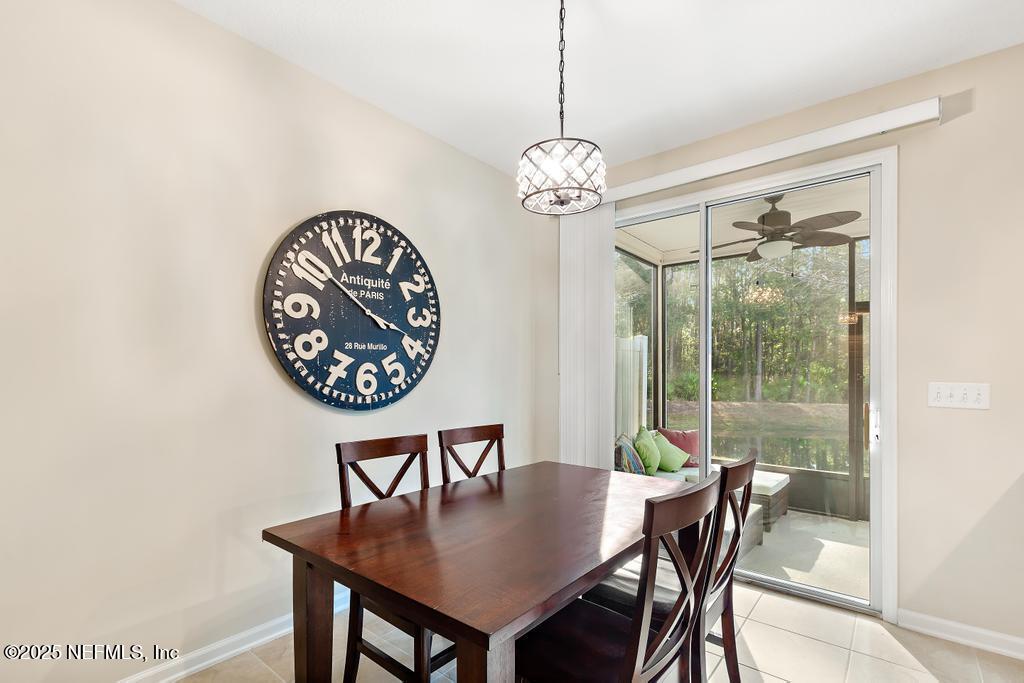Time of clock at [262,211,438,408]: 3:51
